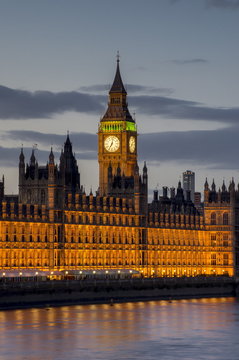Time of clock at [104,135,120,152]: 7:02
